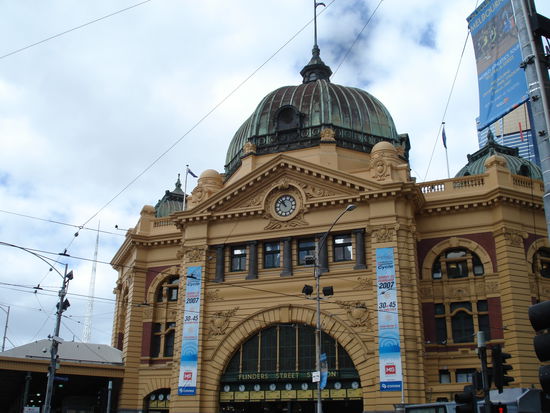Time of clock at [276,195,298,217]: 10:52
